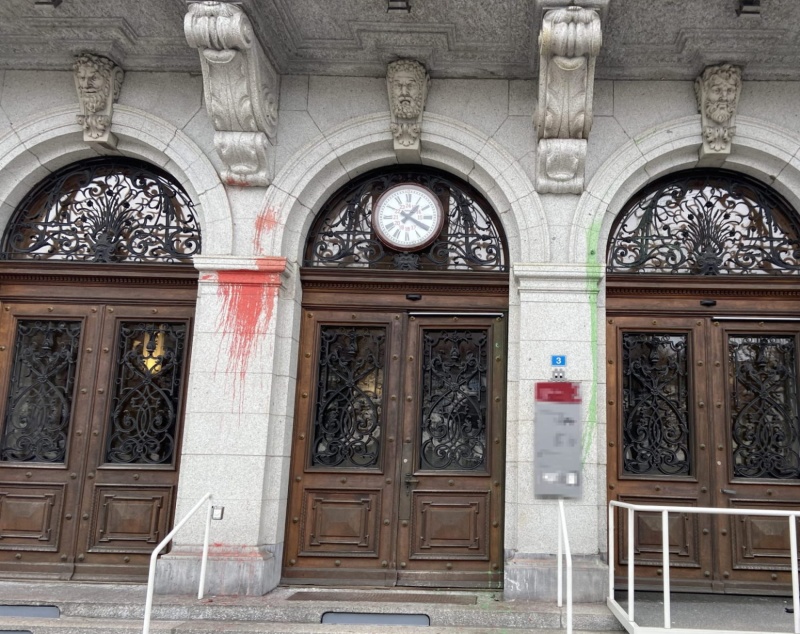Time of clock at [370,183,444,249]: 1:20
